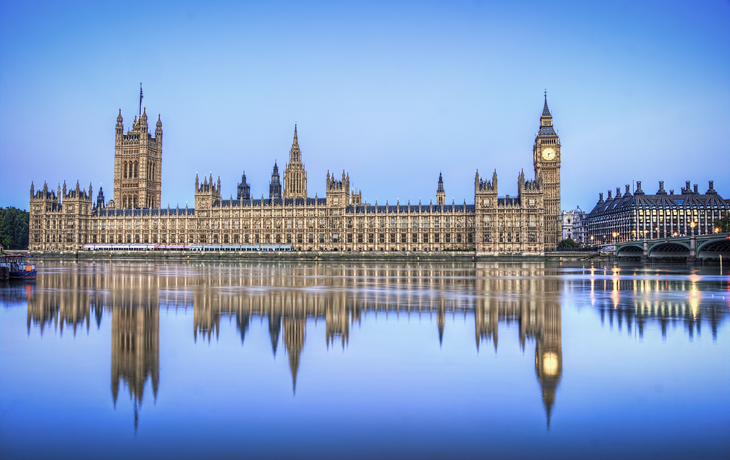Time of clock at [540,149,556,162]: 6:12
